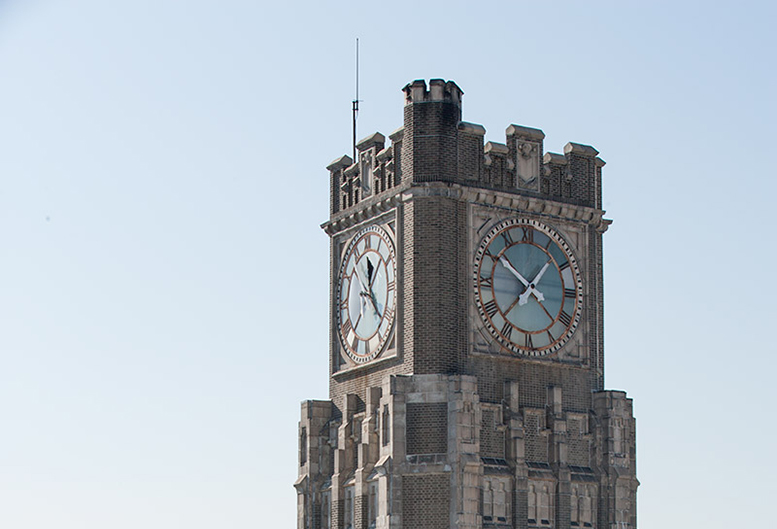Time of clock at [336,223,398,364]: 12:23
